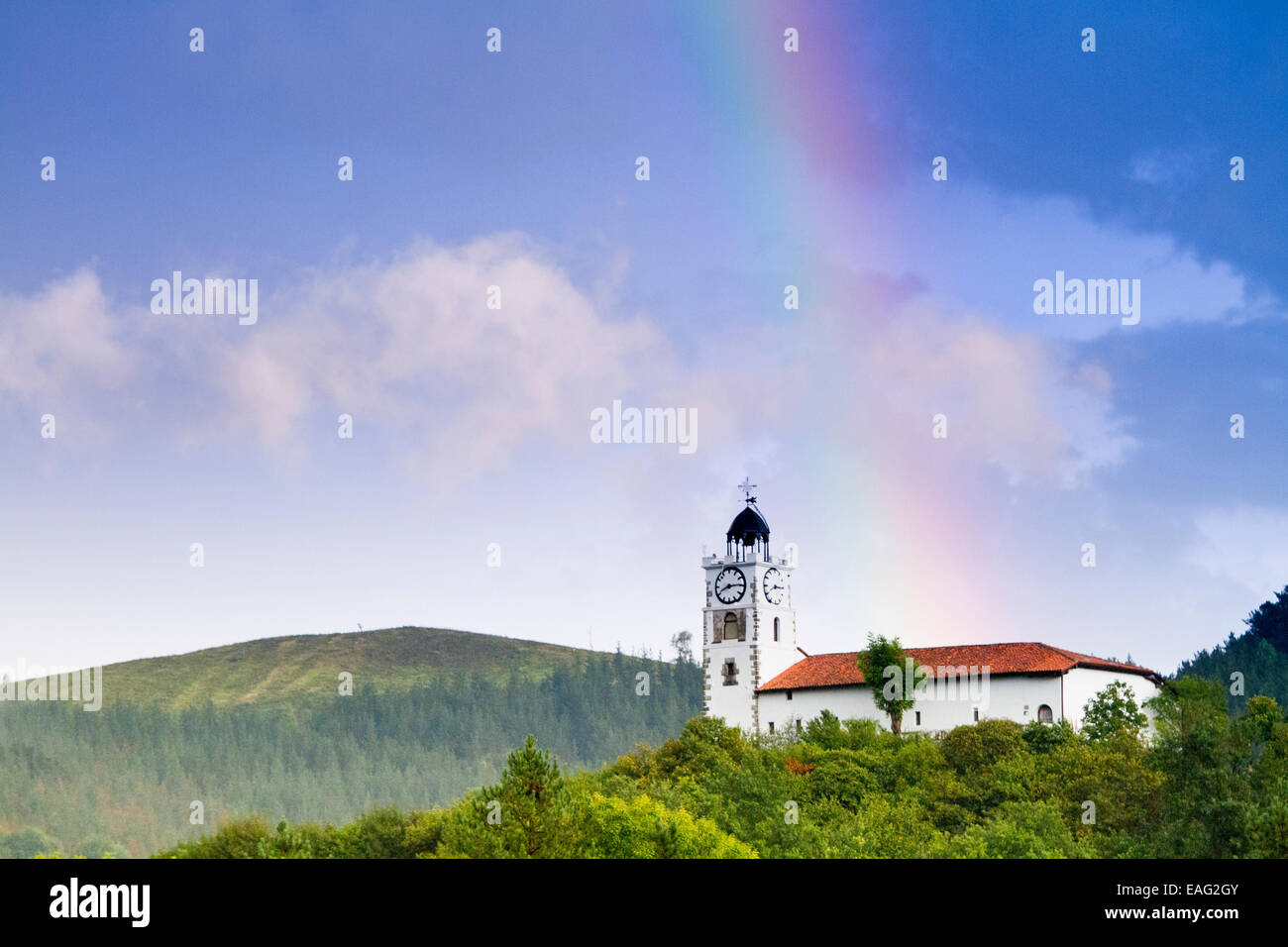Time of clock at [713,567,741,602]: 8:14
